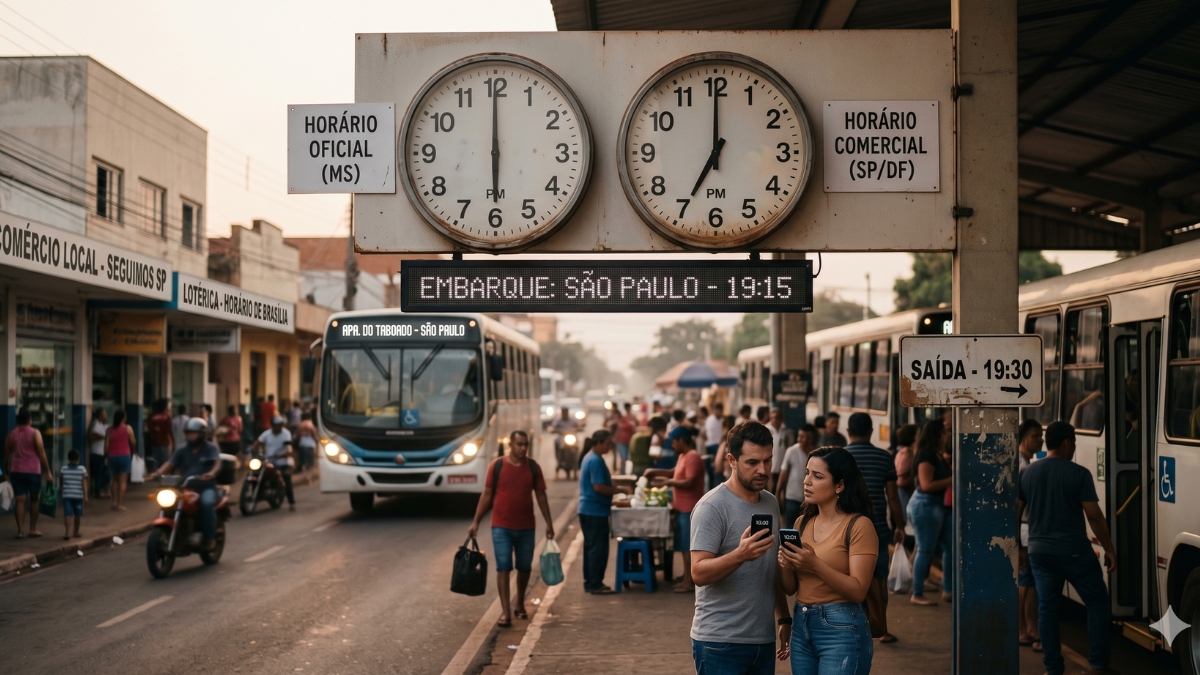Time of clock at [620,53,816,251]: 7:00
